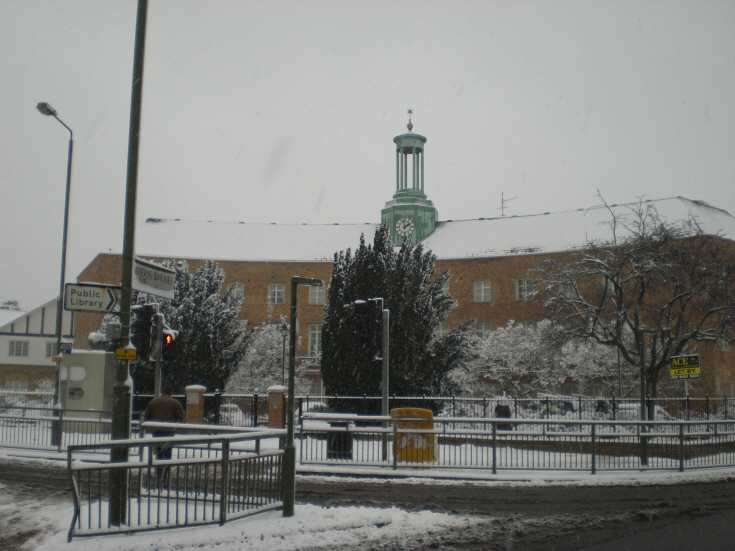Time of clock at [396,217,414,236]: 1:57
